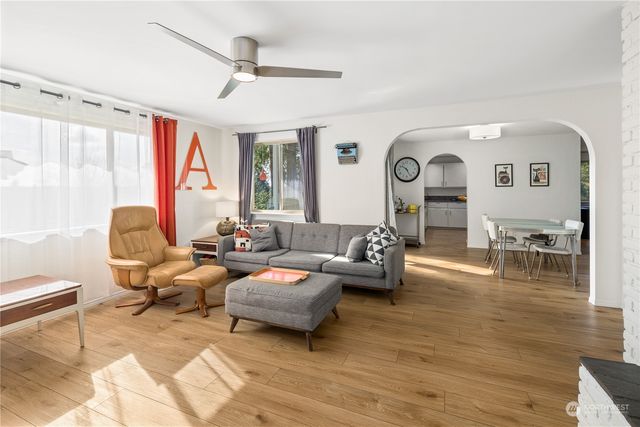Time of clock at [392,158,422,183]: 10:25
